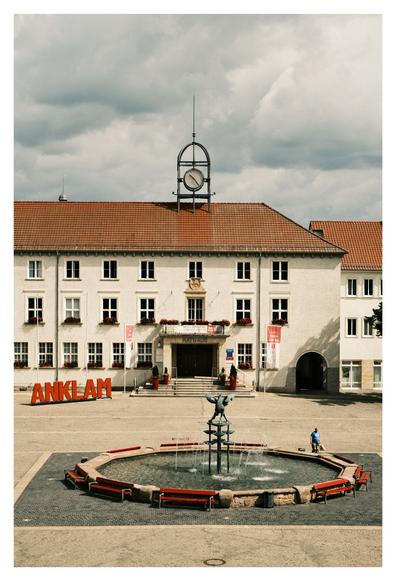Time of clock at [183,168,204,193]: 10:22
